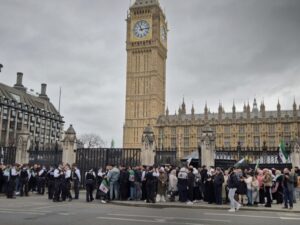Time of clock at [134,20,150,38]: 11:13
